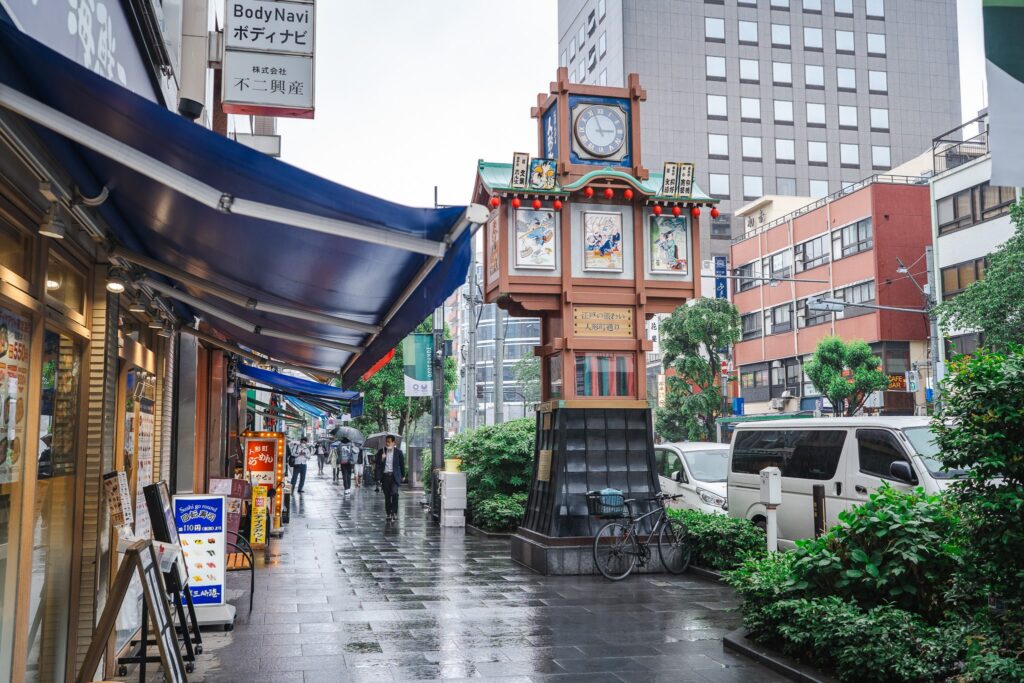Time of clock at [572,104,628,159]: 2:56
